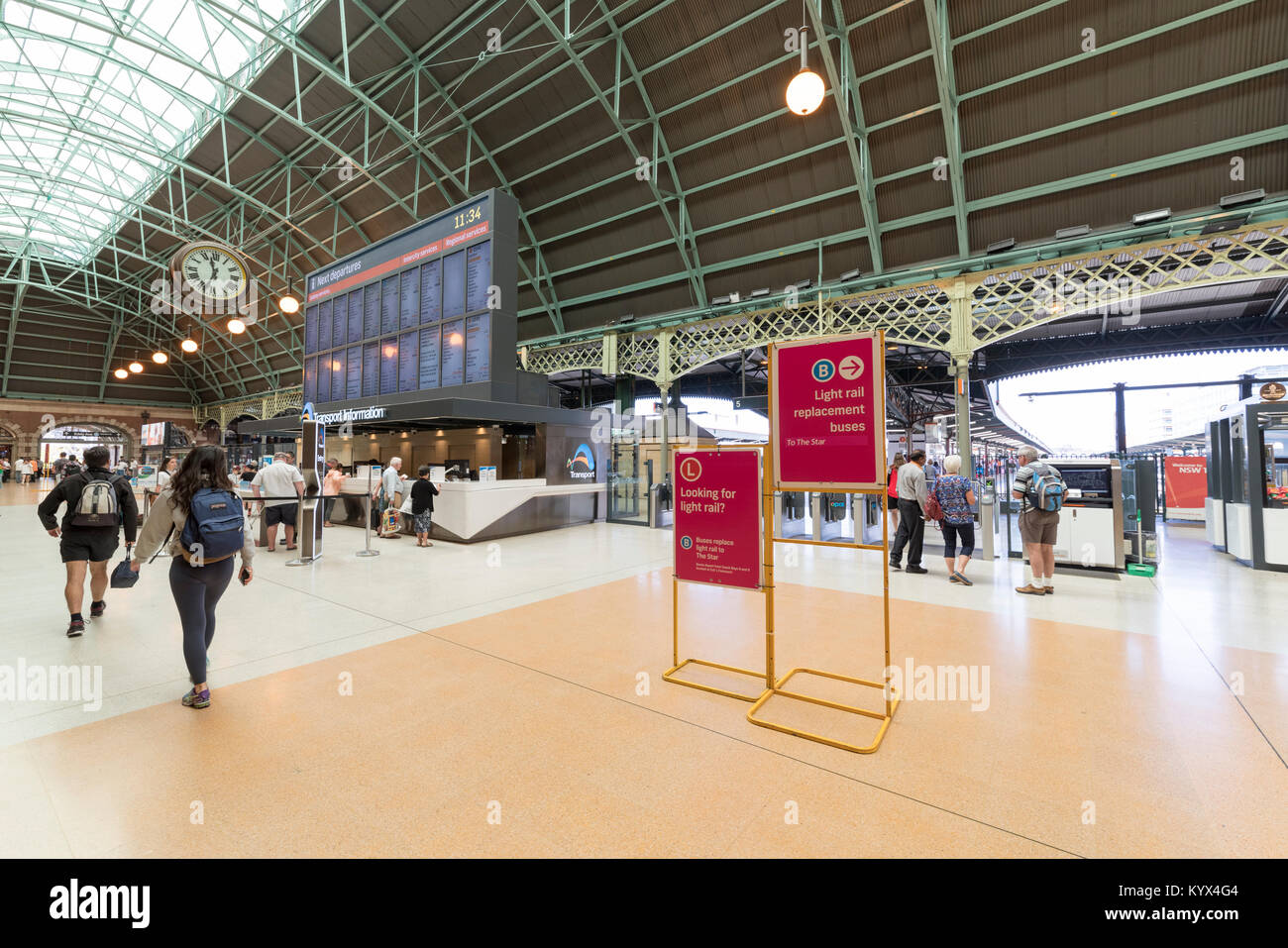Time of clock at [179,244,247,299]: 11:33
